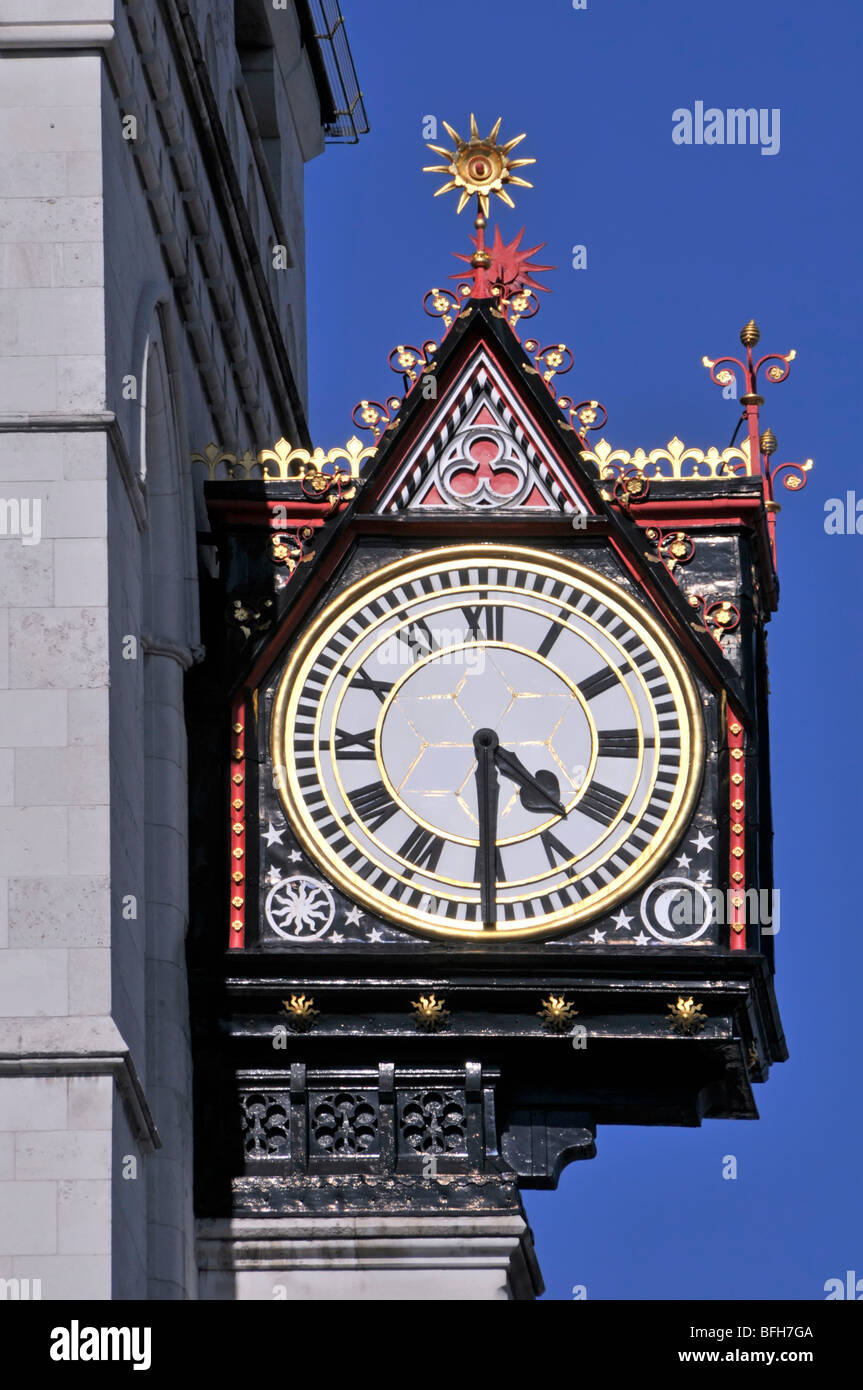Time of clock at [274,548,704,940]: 4:29
